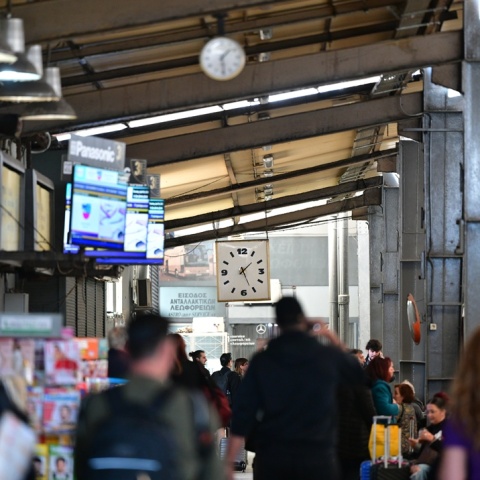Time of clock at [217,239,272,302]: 1:26
